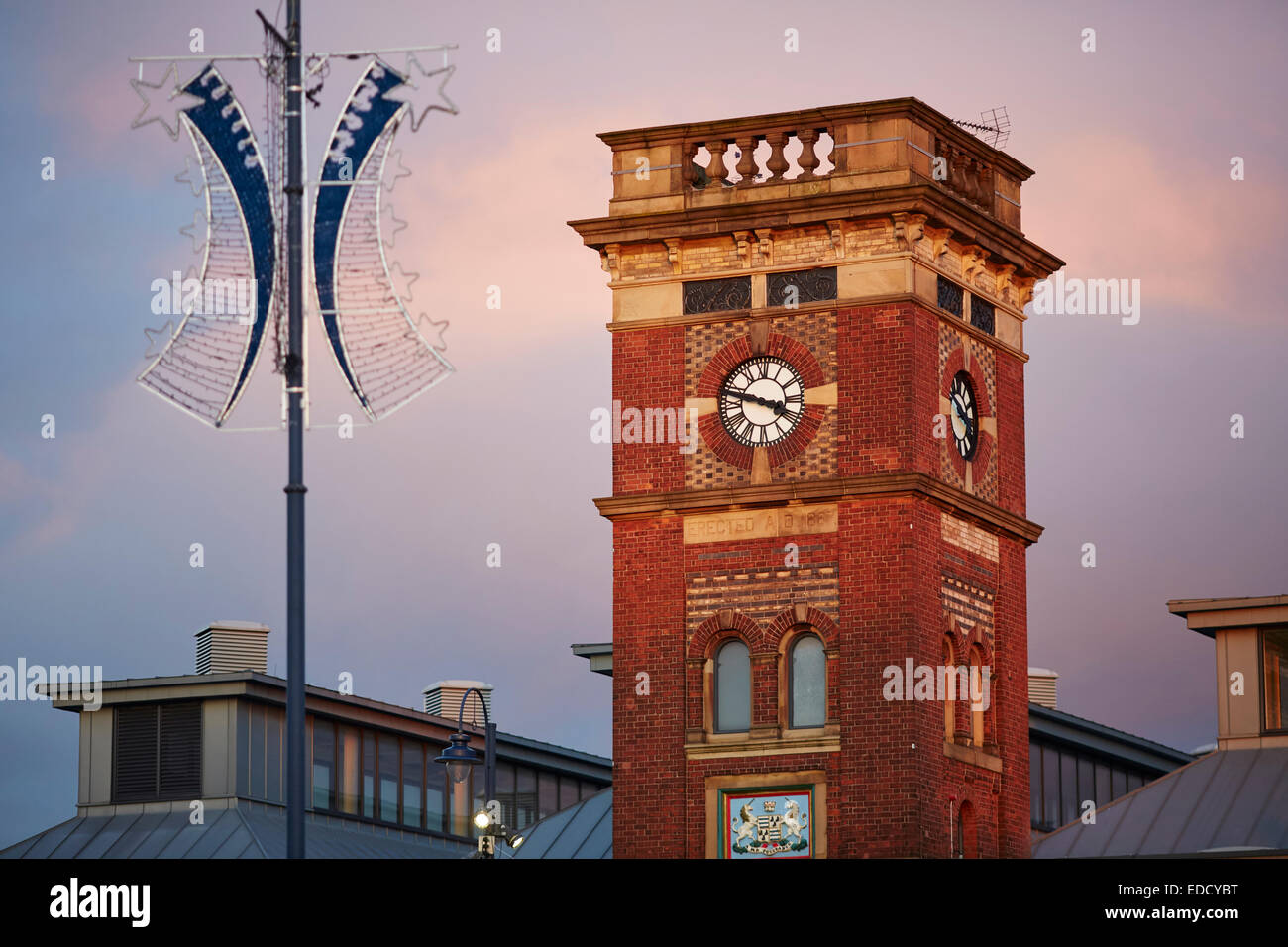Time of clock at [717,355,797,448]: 3:47
